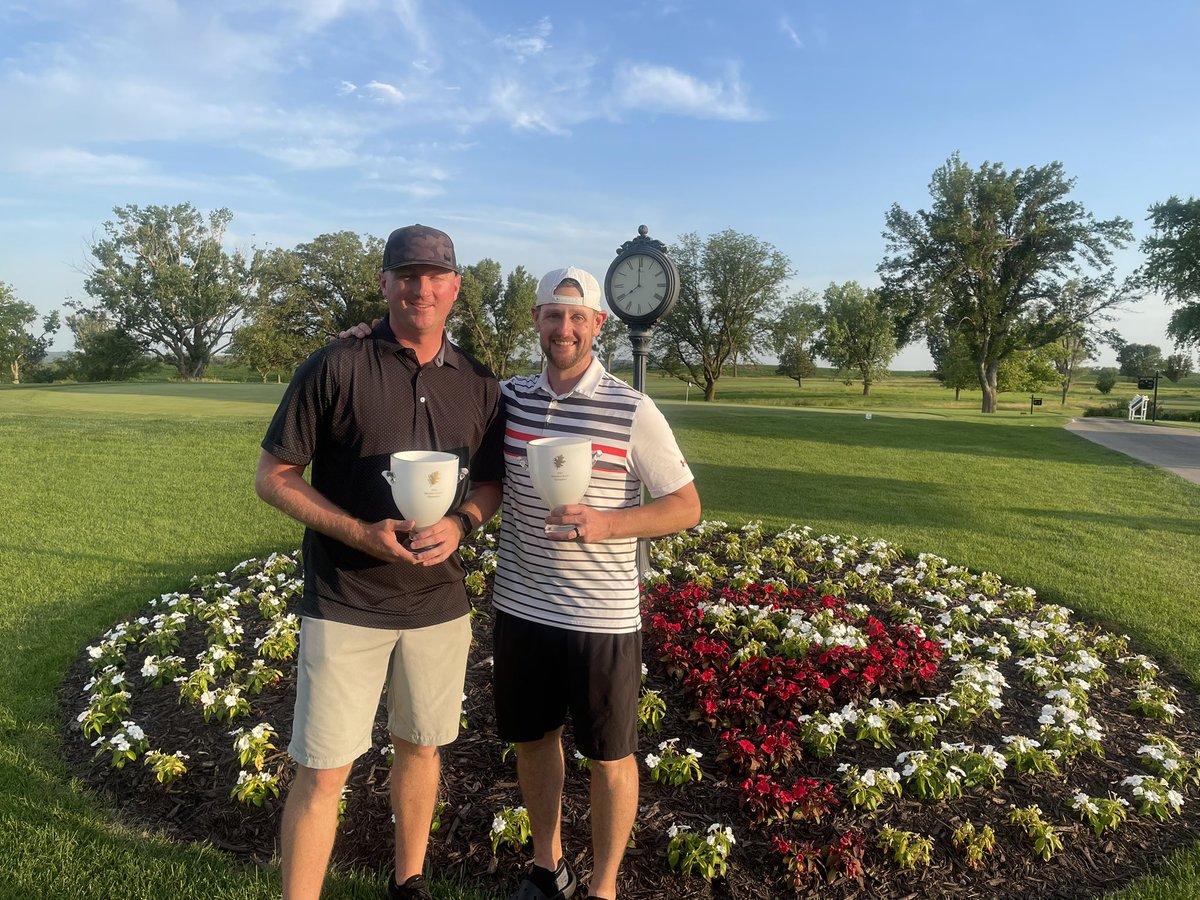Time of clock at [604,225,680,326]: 7:59
